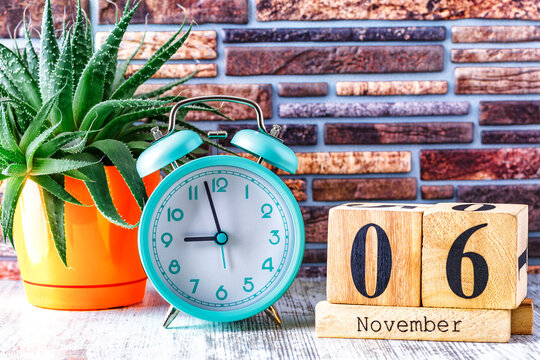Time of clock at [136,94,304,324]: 8:57
